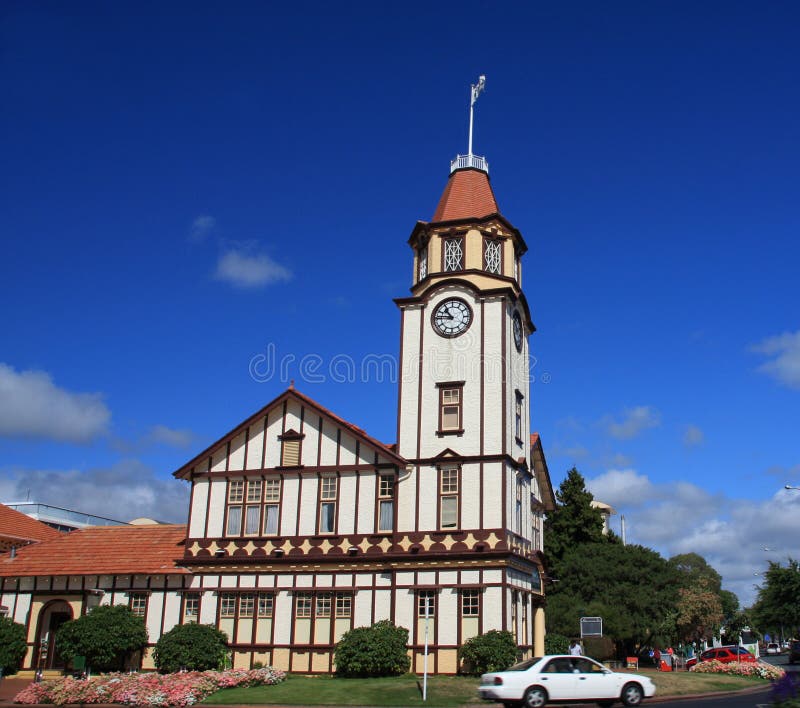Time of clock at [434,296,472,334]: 10:45
